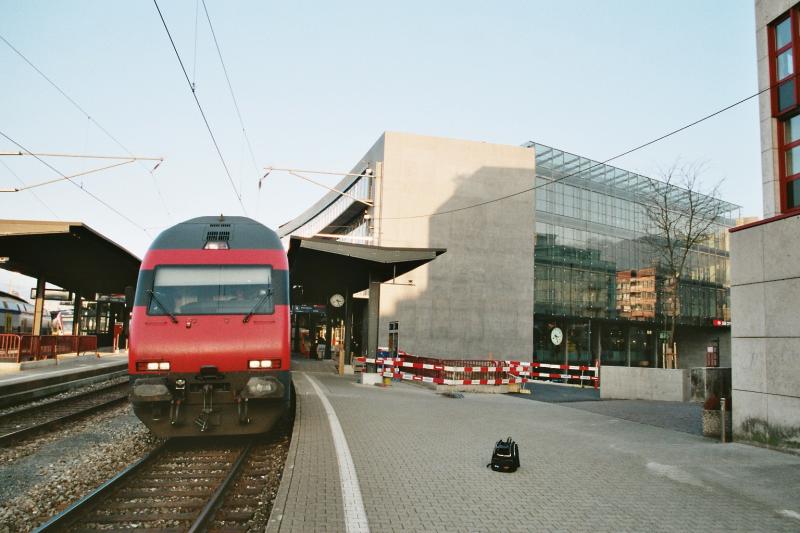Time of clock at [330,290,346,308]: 3:26
